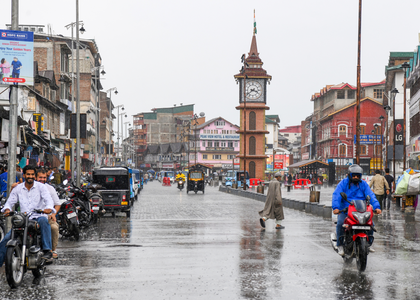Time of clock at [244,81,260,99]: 3:38
